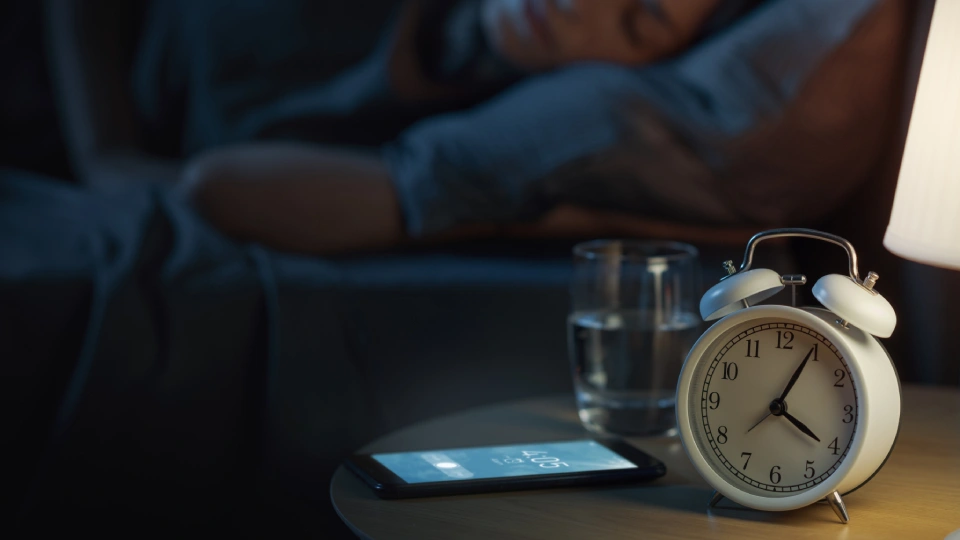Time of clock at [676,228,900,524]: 4:04
